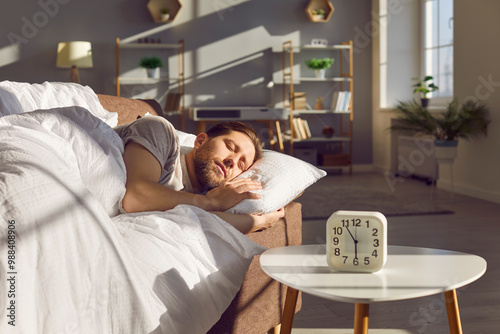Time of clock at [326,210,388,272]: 5:54
